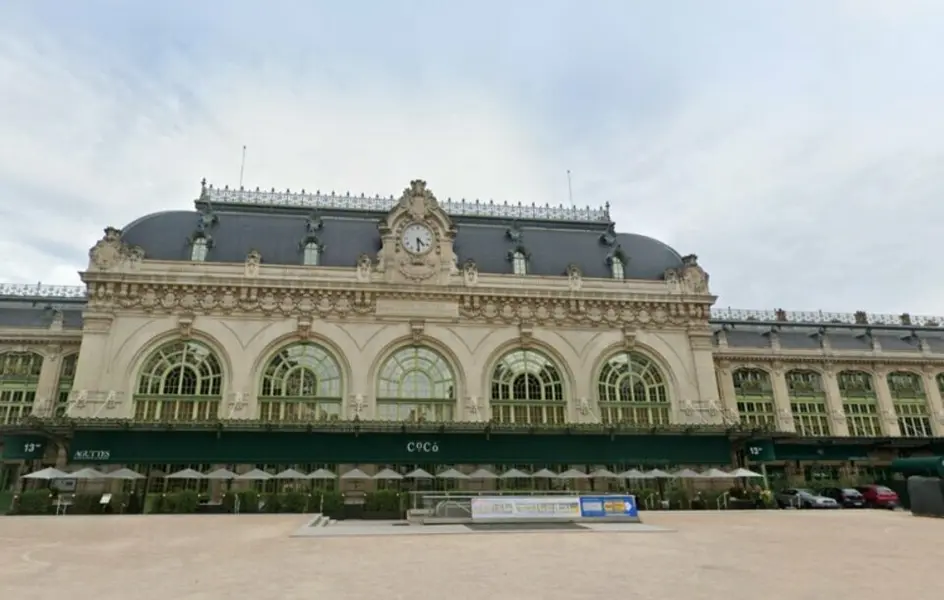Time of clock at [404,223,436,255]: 4:29
